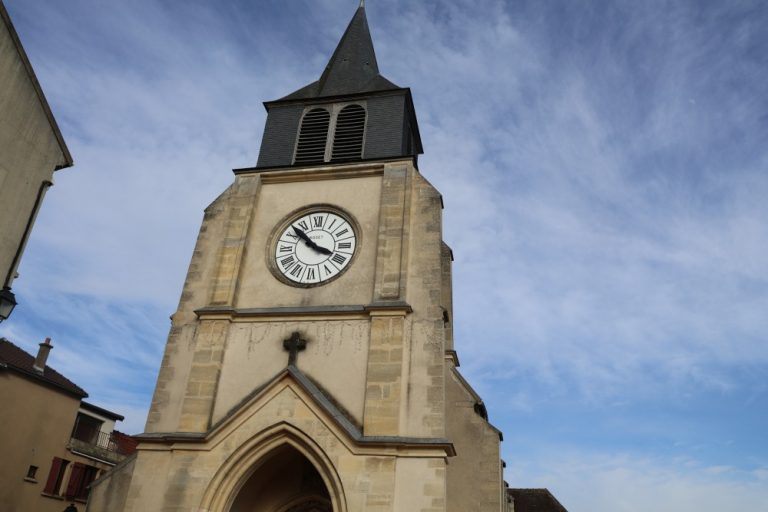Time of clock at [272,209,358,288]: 3:52
